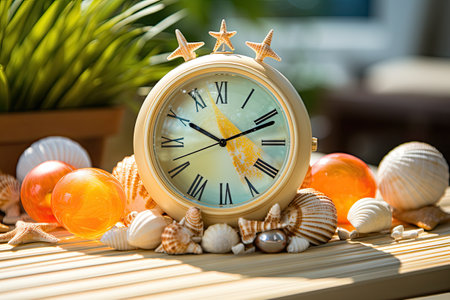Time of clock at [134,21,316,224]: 10:11
